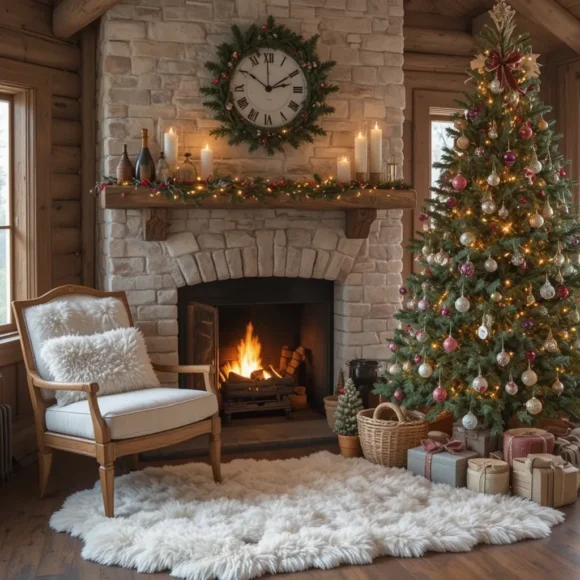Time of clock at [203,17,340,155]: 1:50
